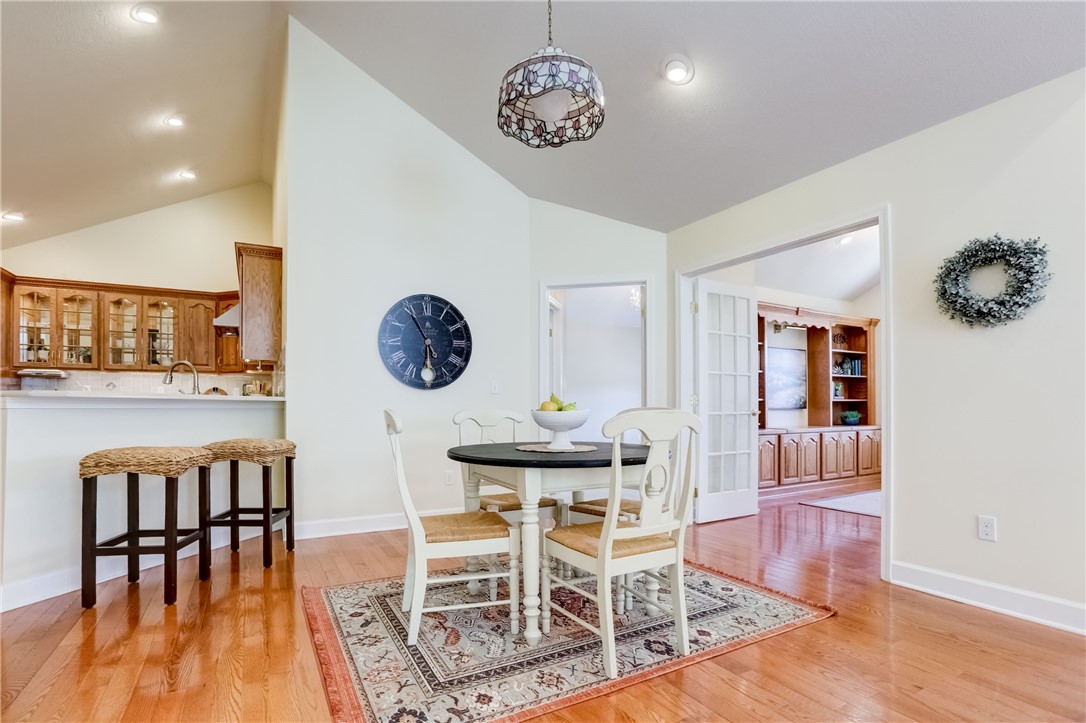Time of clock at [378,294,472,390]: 5:54
